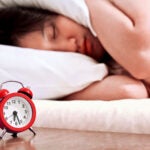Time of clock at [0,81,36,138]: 6:27
